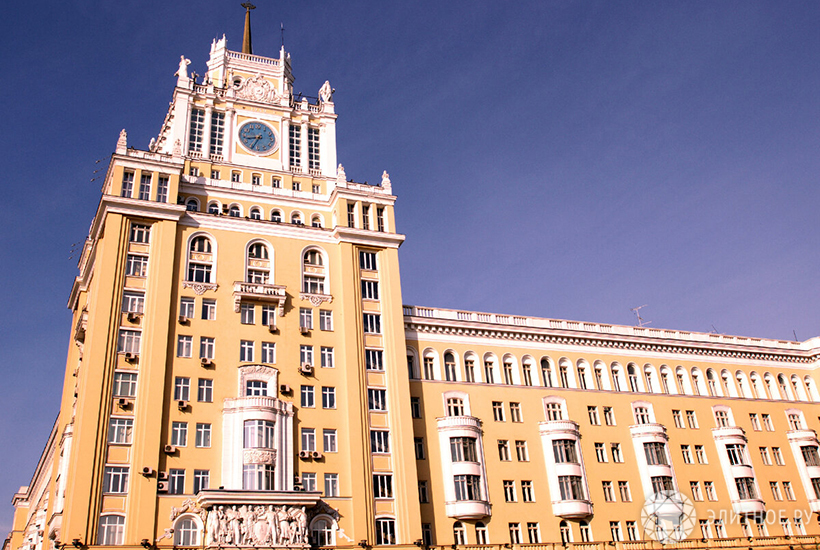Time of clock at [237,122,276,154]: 8:34
